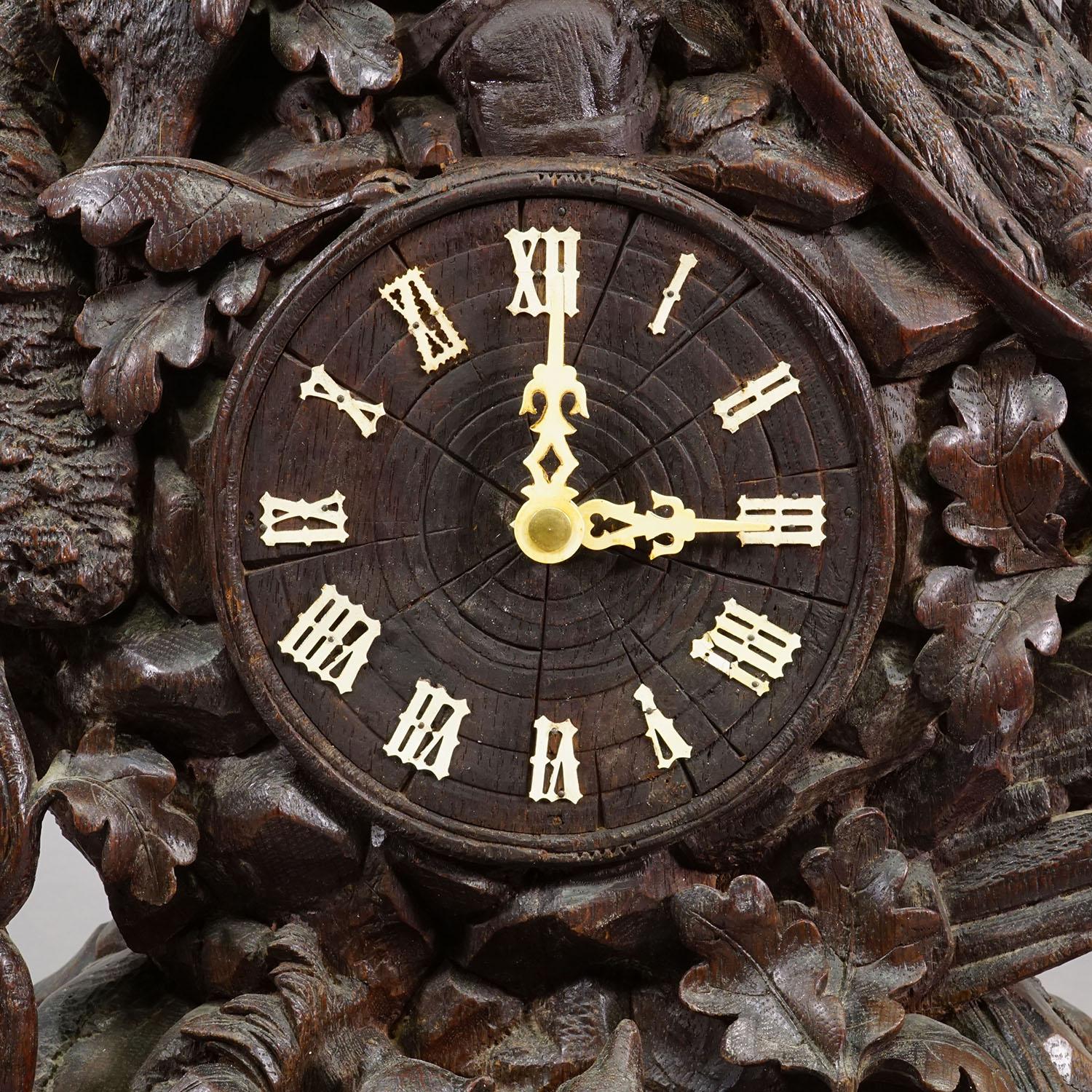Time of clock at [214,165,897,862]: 3:00
